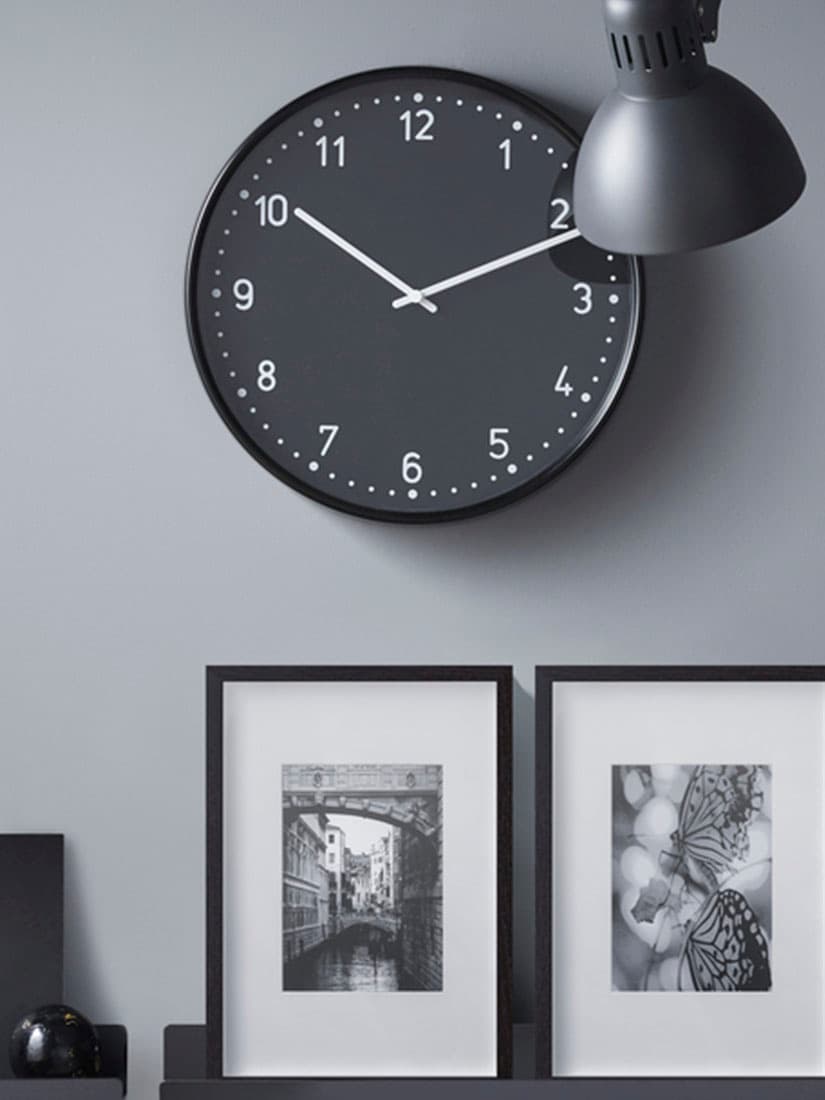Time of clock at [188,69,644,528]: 10:11
